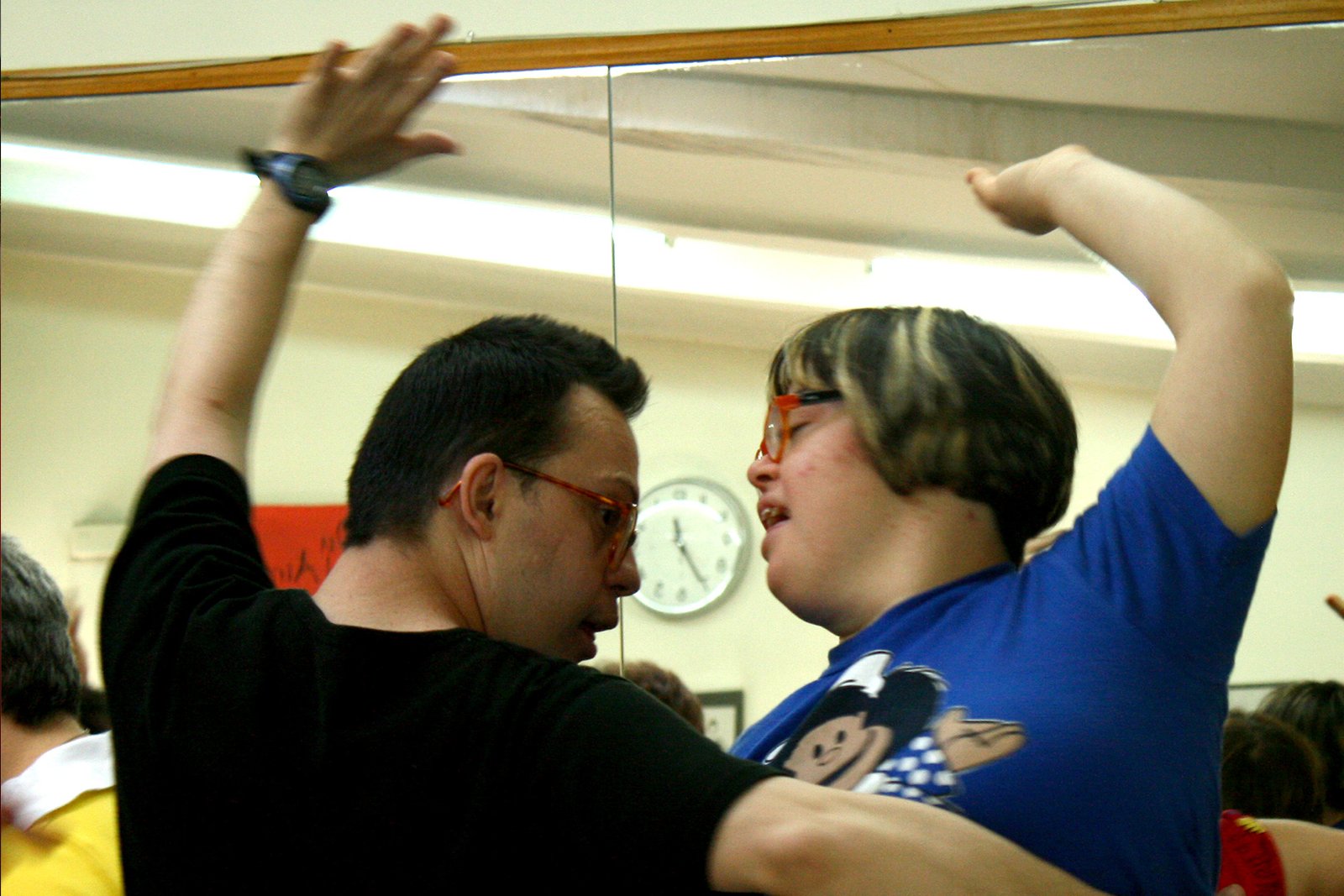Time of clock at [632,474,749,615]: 11:25
